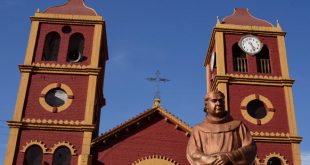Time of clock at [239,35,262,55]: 4:26
